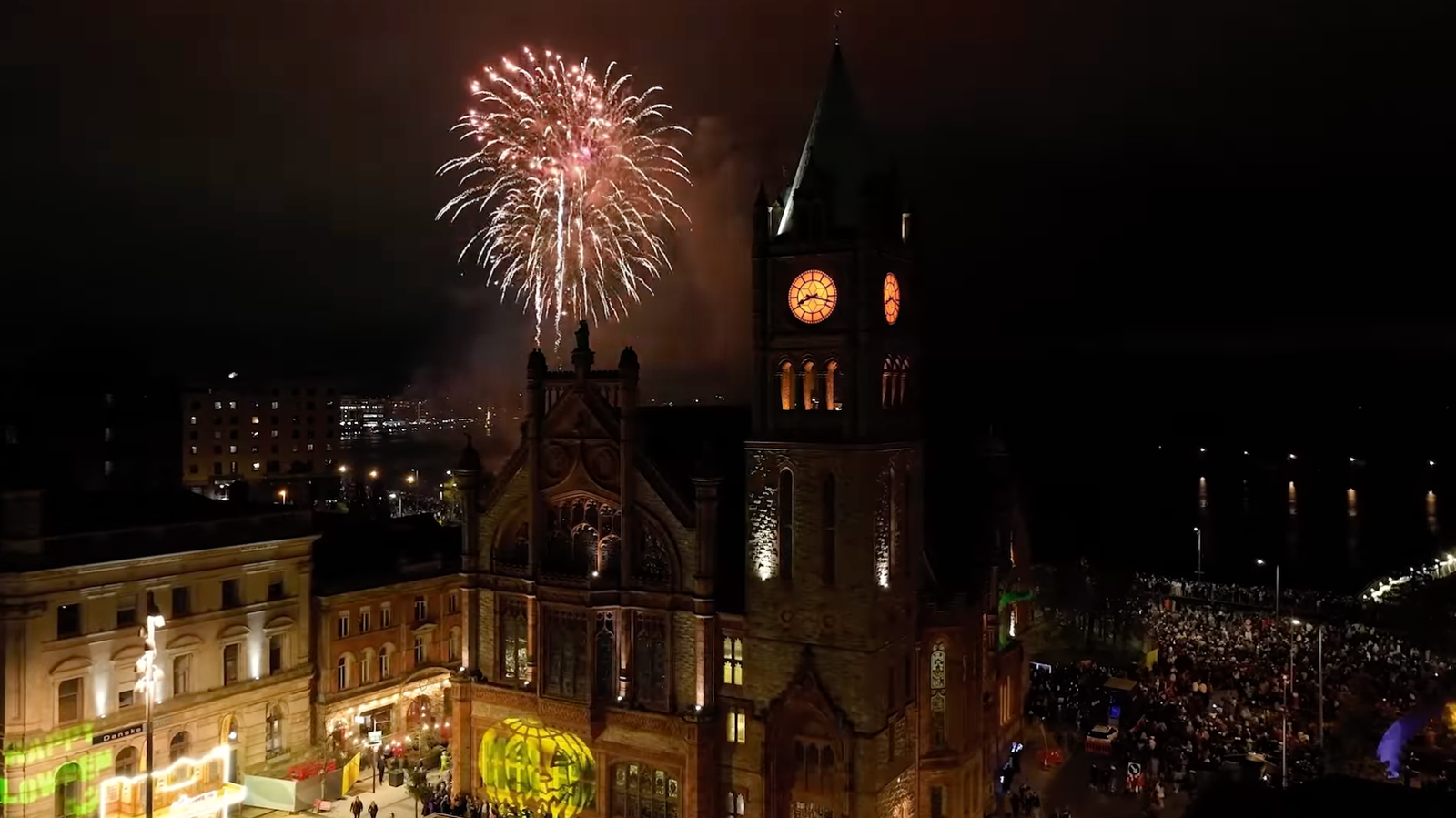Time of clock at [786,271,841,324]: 8:17
